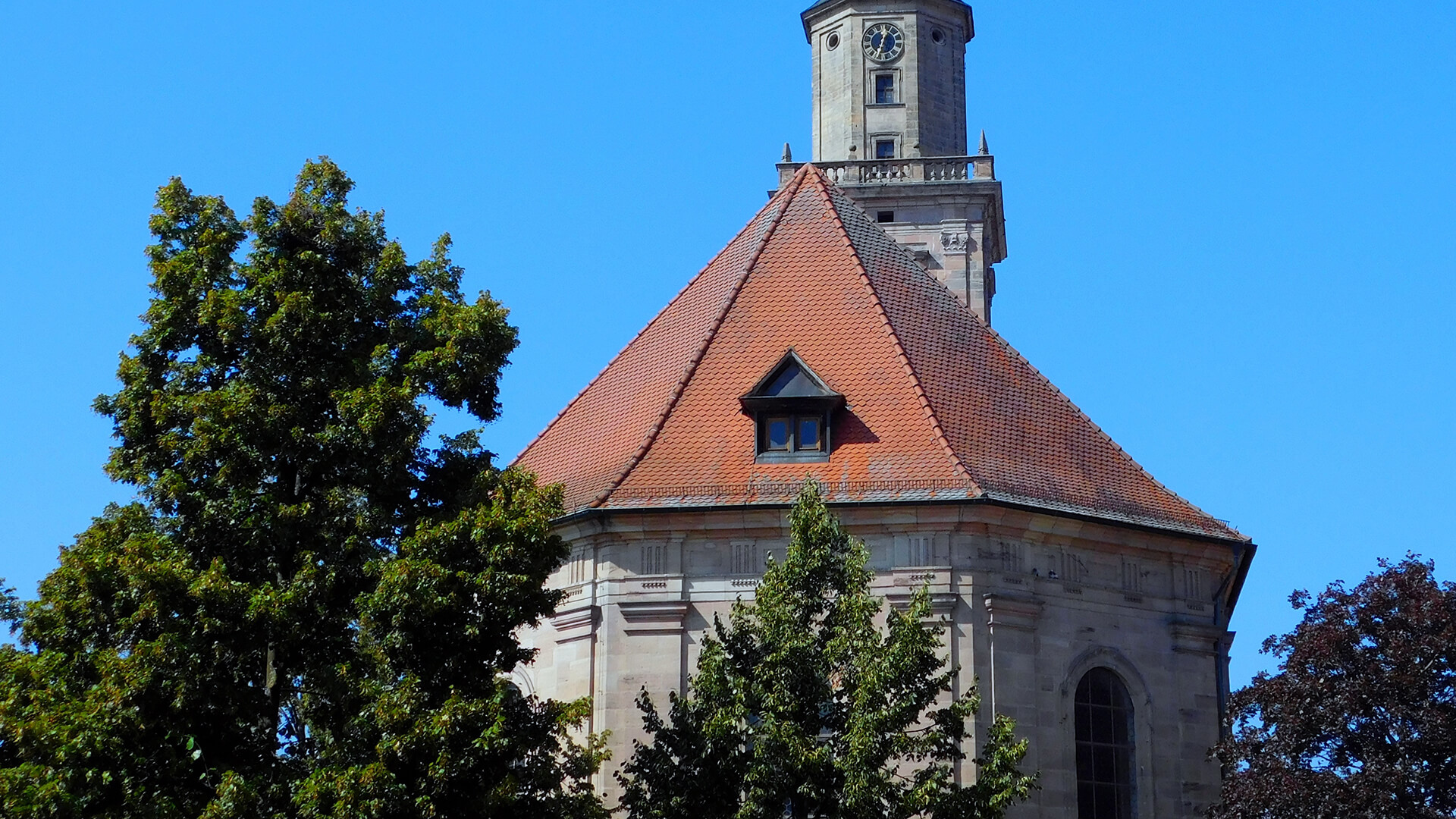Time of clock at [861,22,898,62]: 12:32
